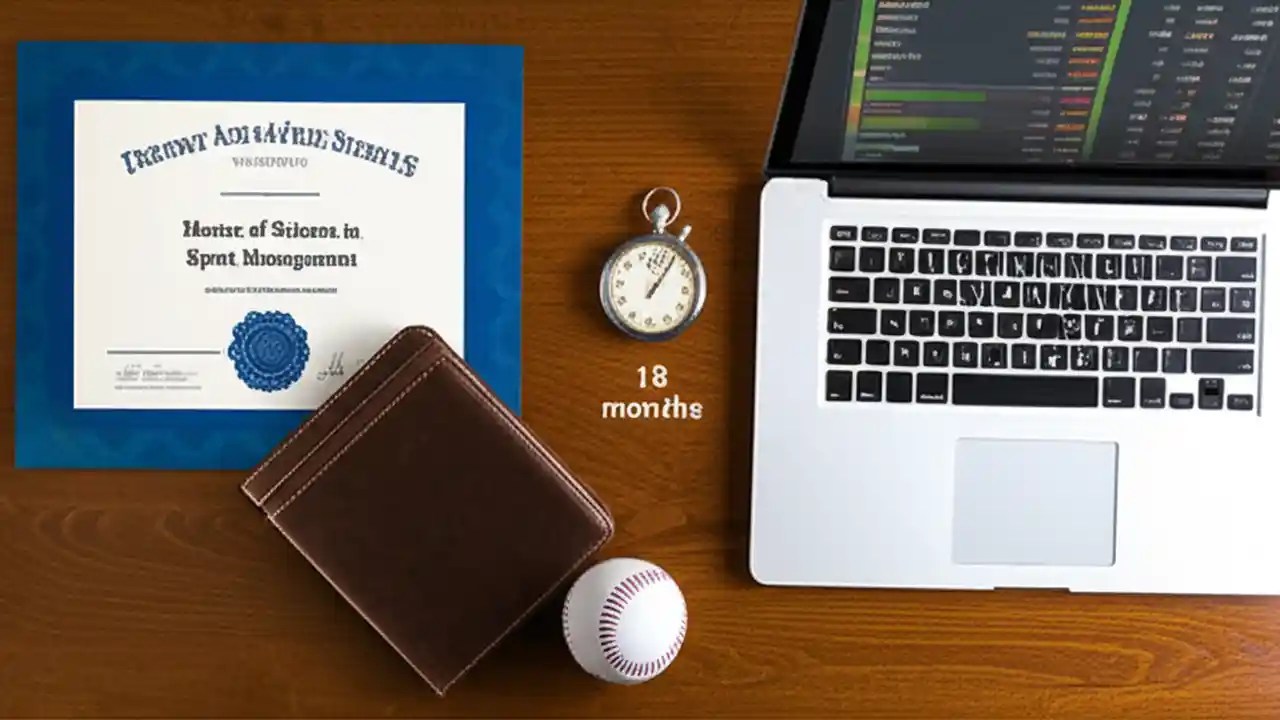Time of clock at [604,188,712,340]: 1:05
